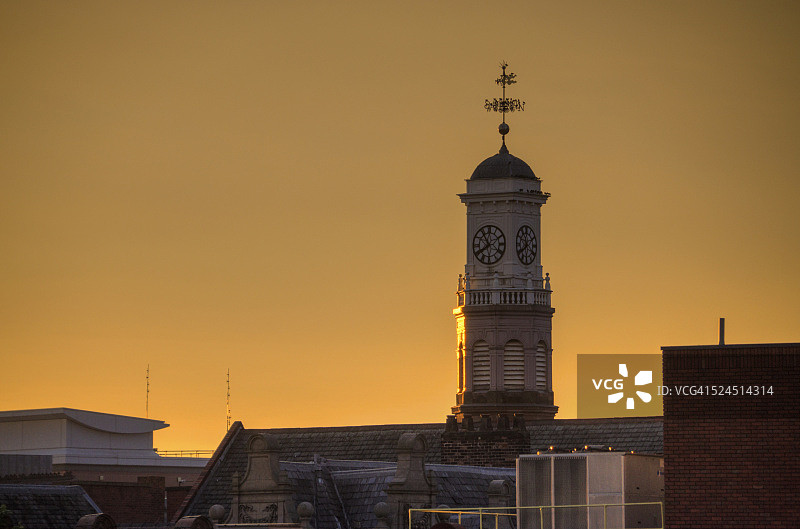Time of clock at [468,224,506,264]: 7:53
